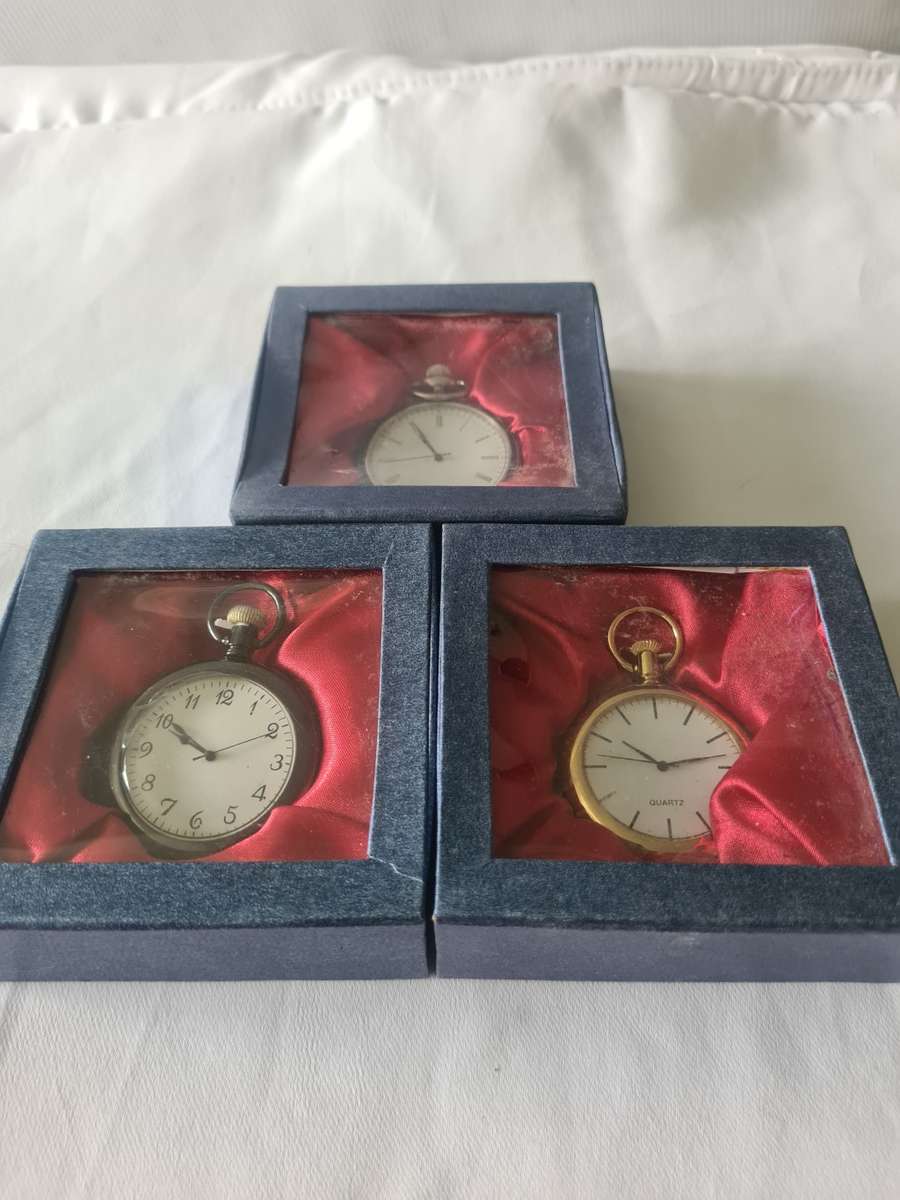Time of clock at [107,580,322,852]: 9:50
